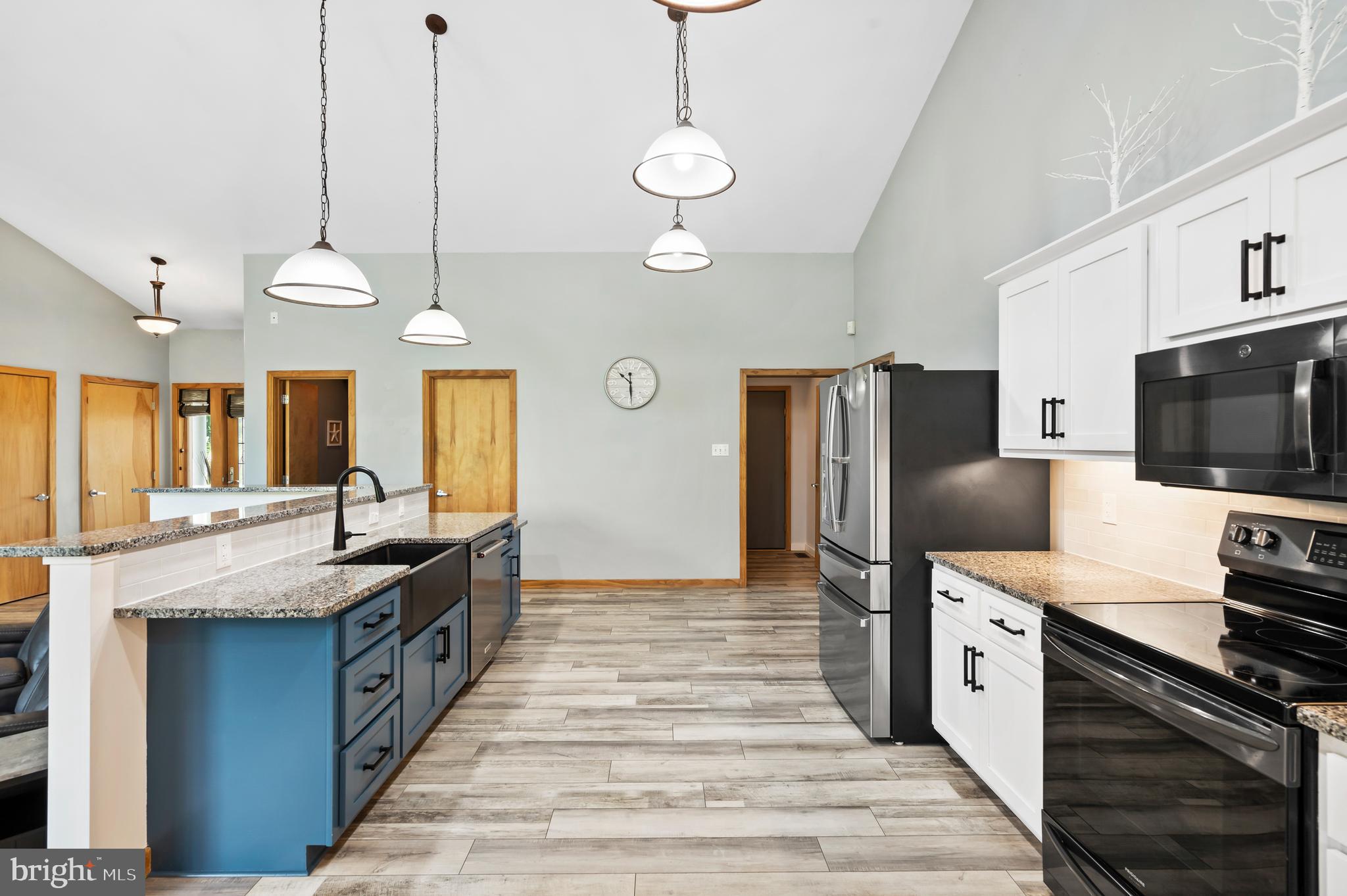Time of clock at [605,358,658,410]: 10:29
